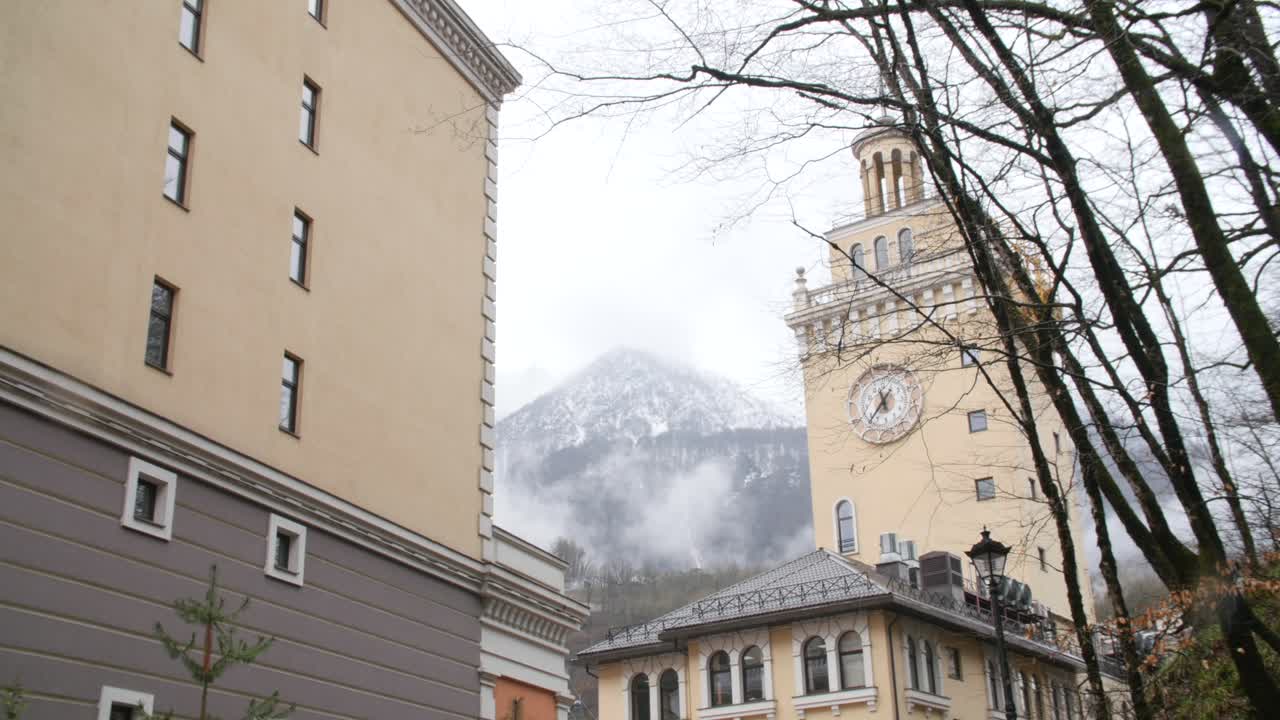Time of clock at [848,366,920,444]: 5:35
